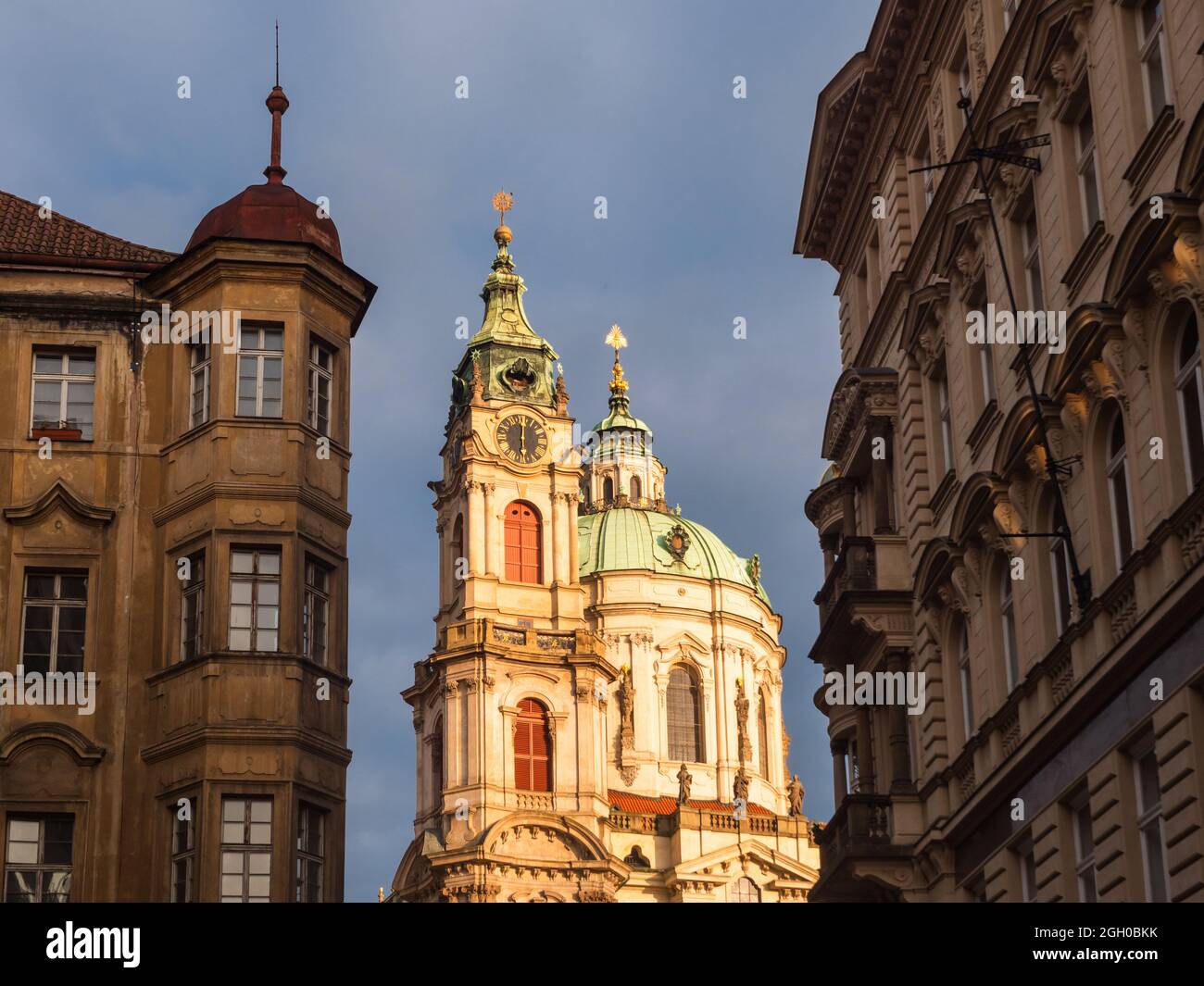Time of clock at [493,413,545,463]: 6:00
